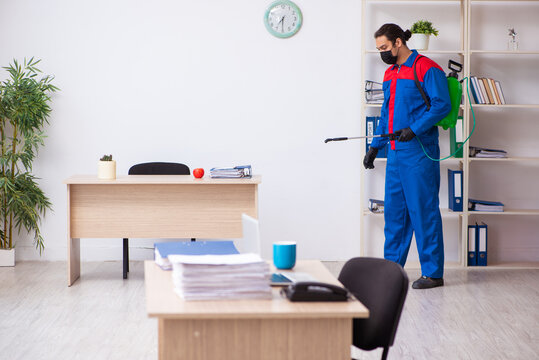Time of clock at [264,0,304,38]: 7:30
